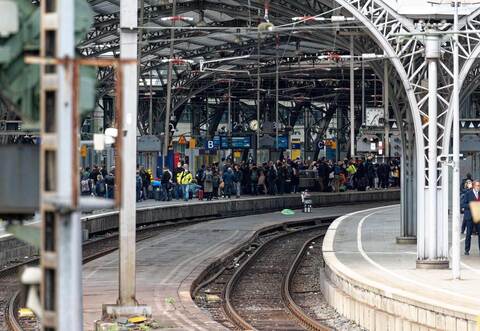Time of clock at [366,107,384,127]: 1:35
